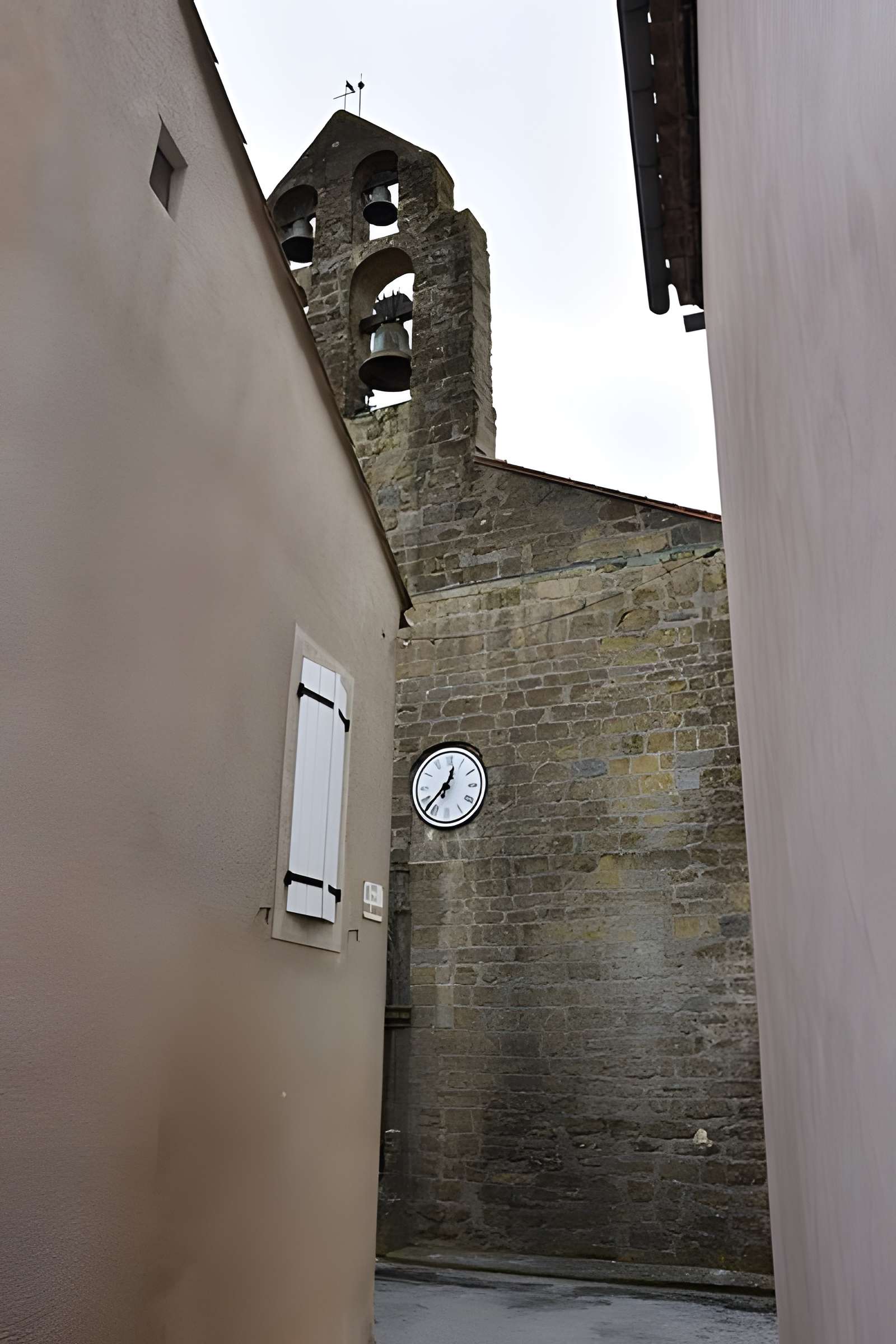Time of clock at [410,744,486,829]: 12:37
